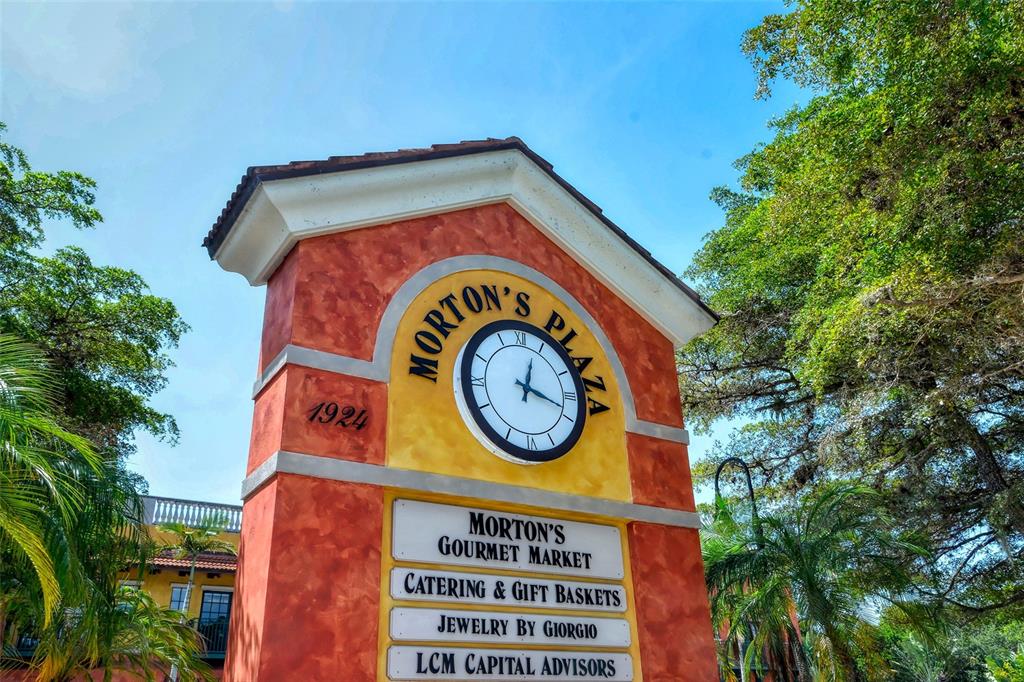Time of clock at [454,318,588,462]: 12:18
